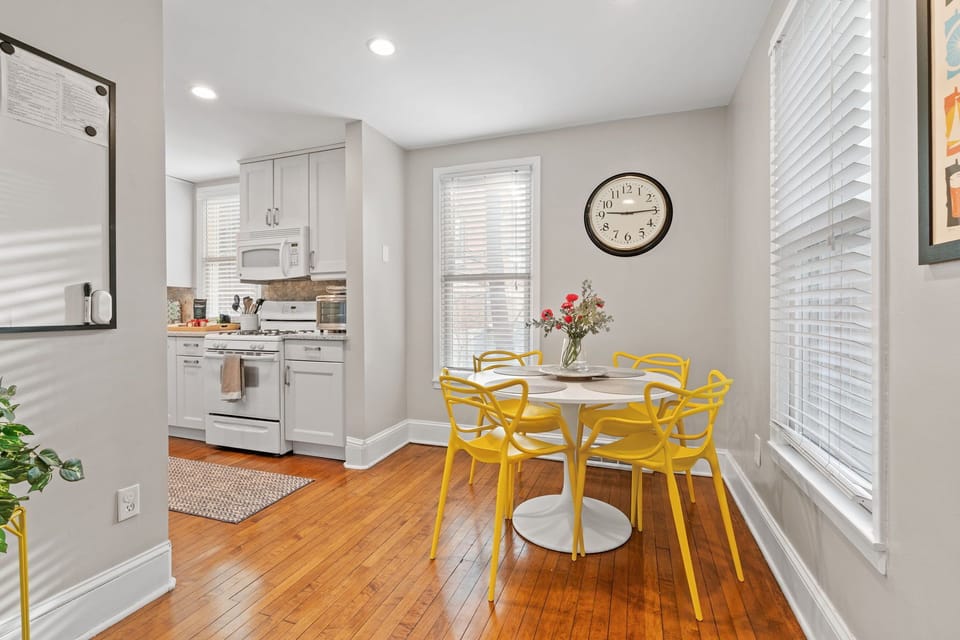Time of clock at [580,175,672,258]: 9:14
